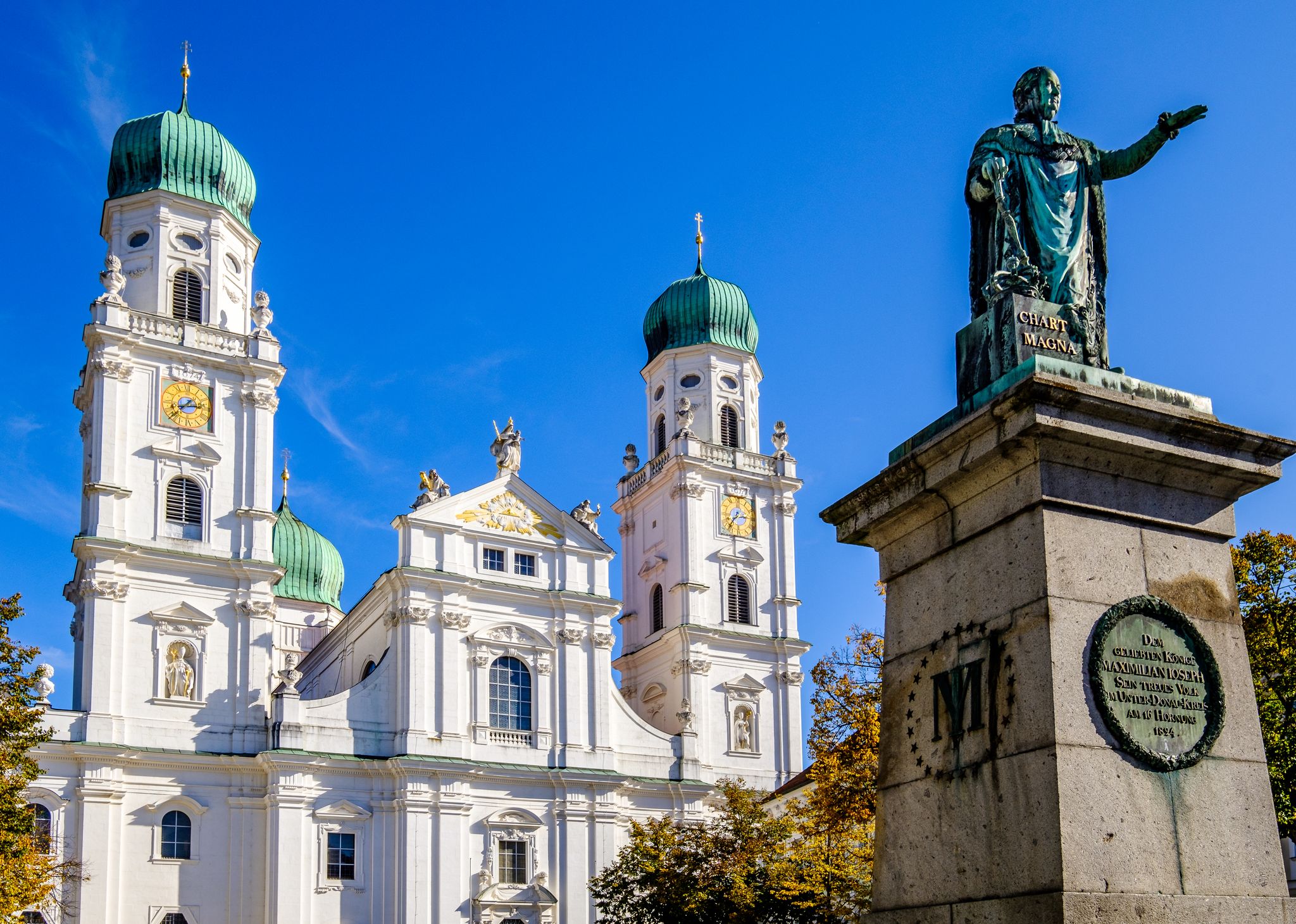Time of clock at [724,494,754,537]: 2:36
